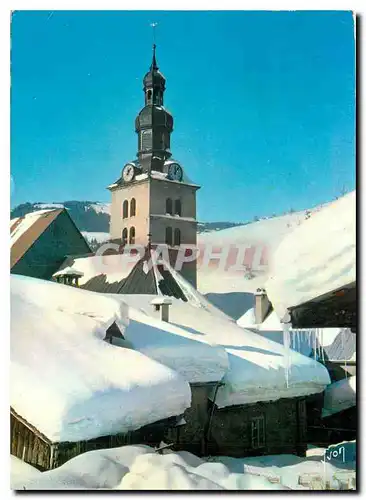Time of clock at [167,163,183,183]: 12:06
